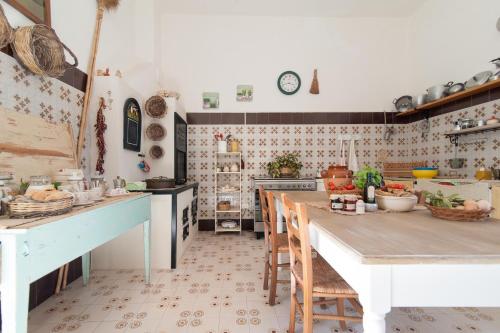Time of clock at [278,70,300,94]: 3:41
